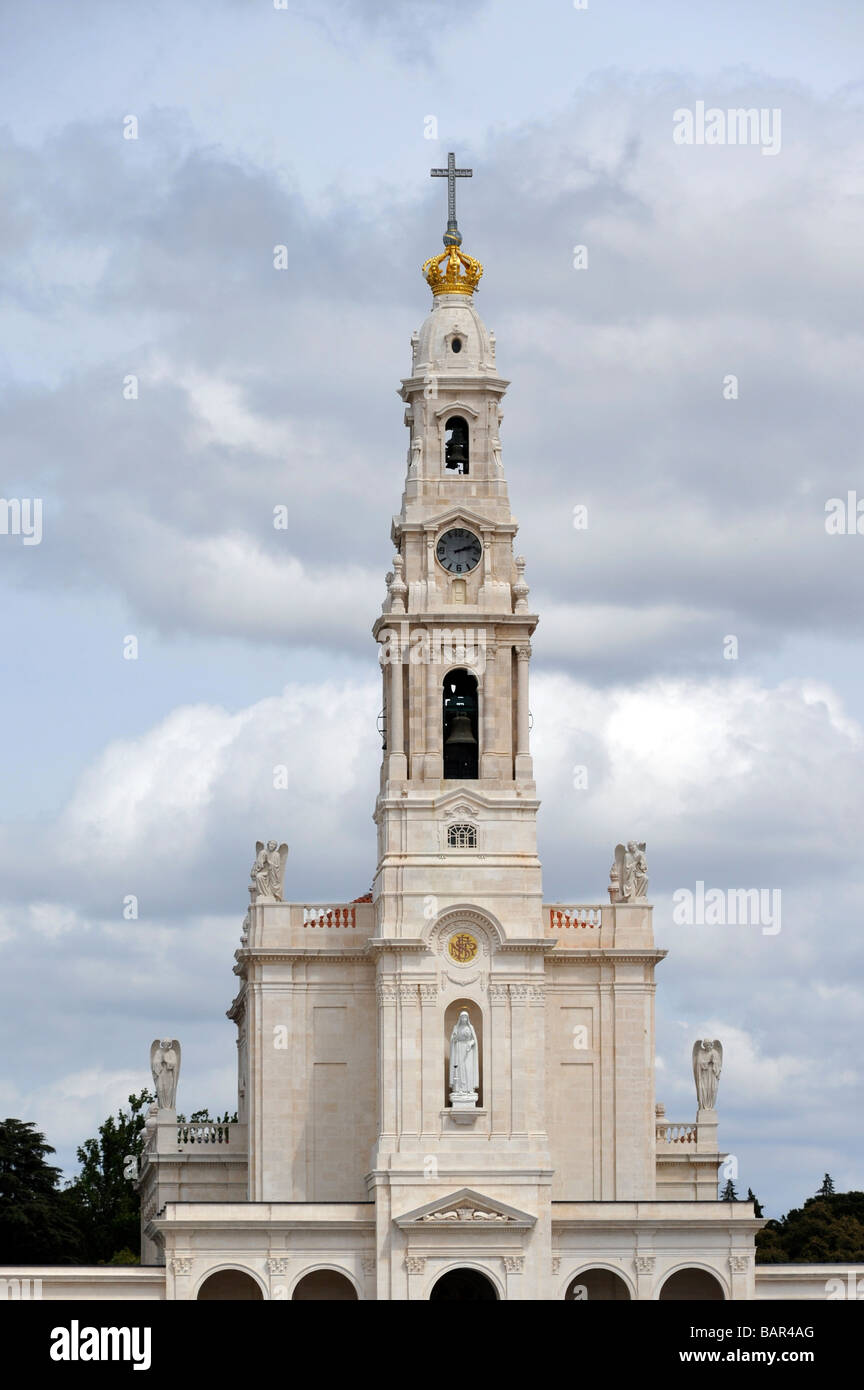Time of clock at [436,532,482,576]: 2:12
